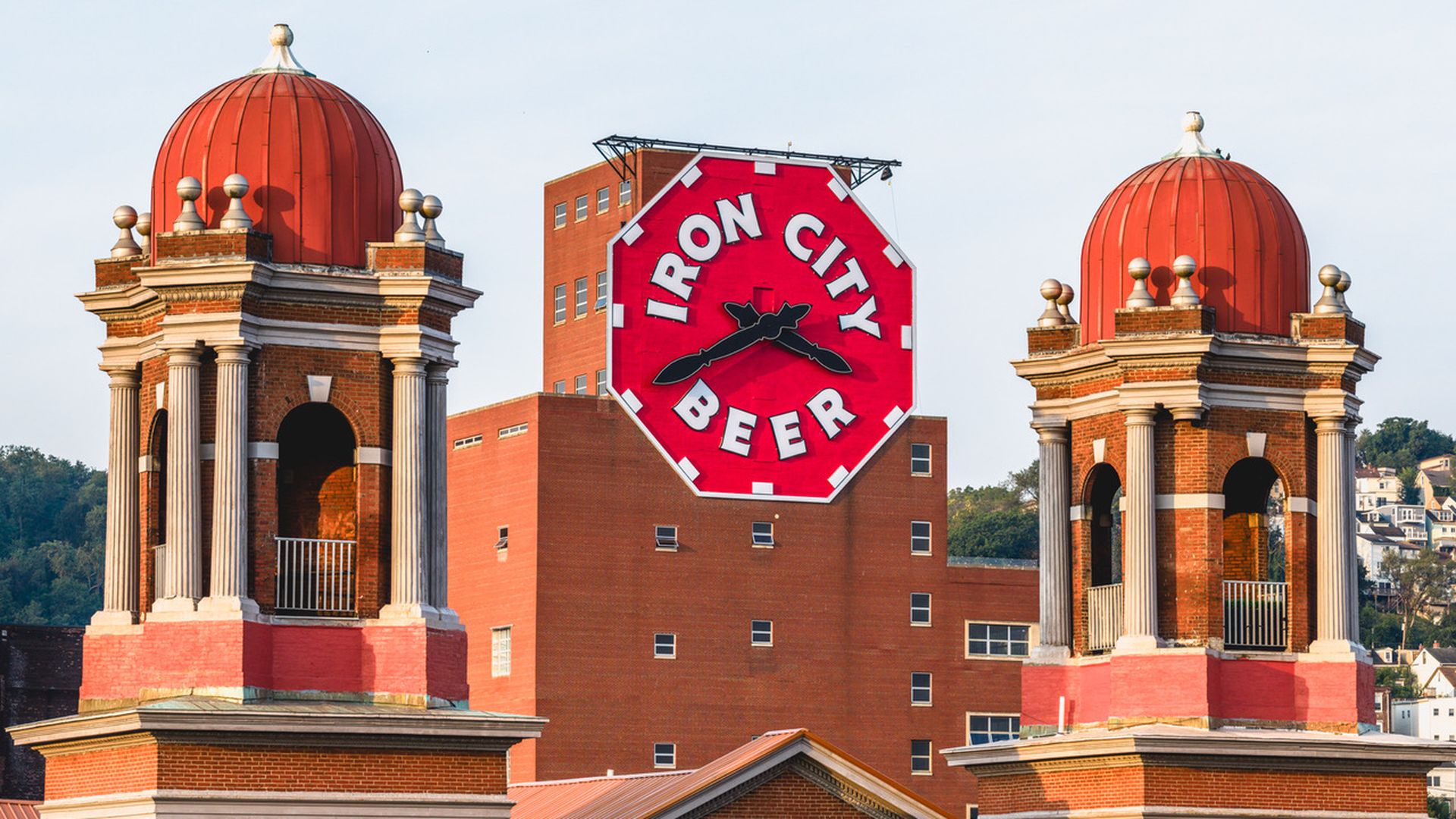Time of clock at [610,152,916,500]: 3:40
